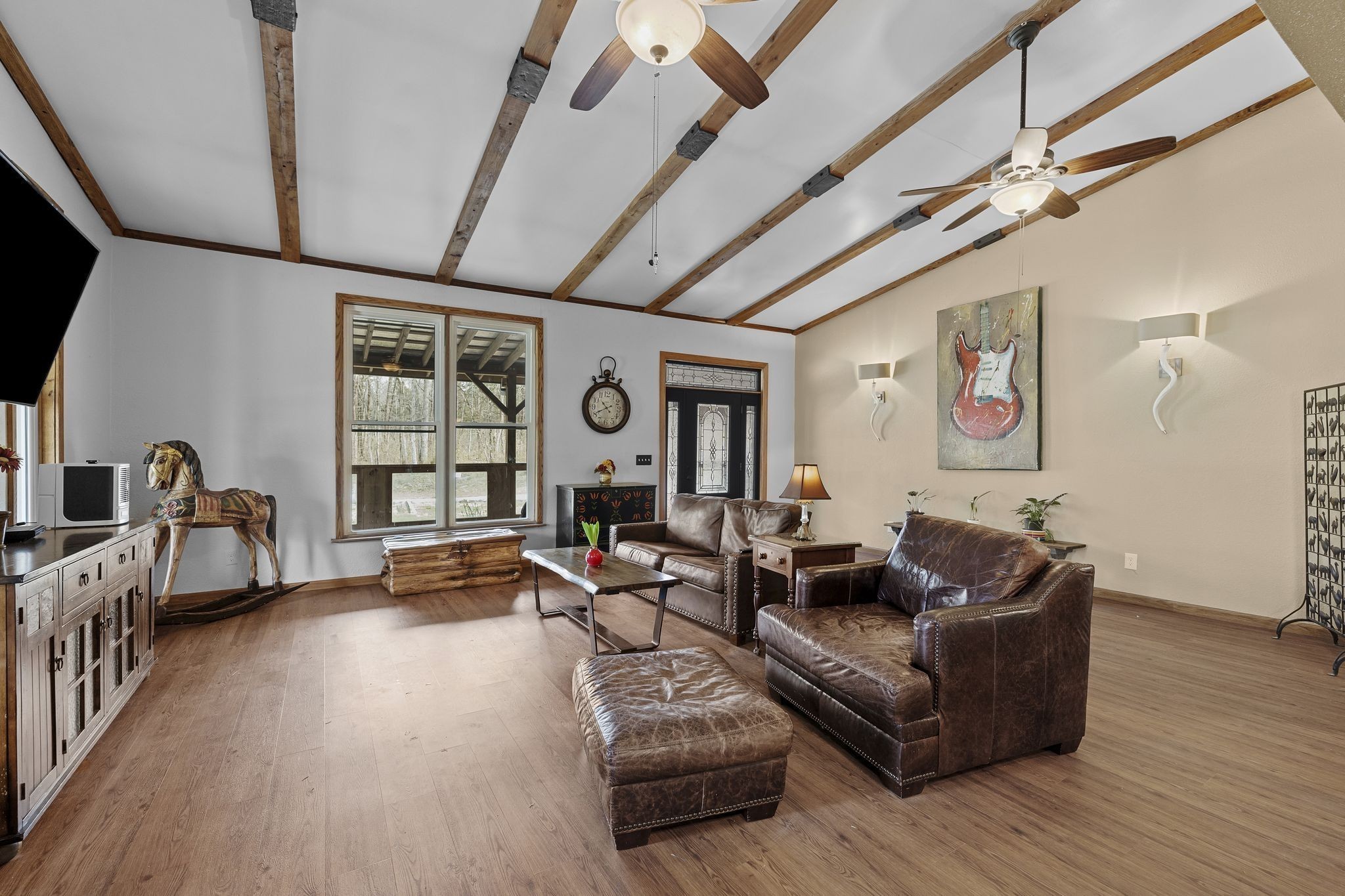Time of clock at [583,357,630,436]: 10:40
